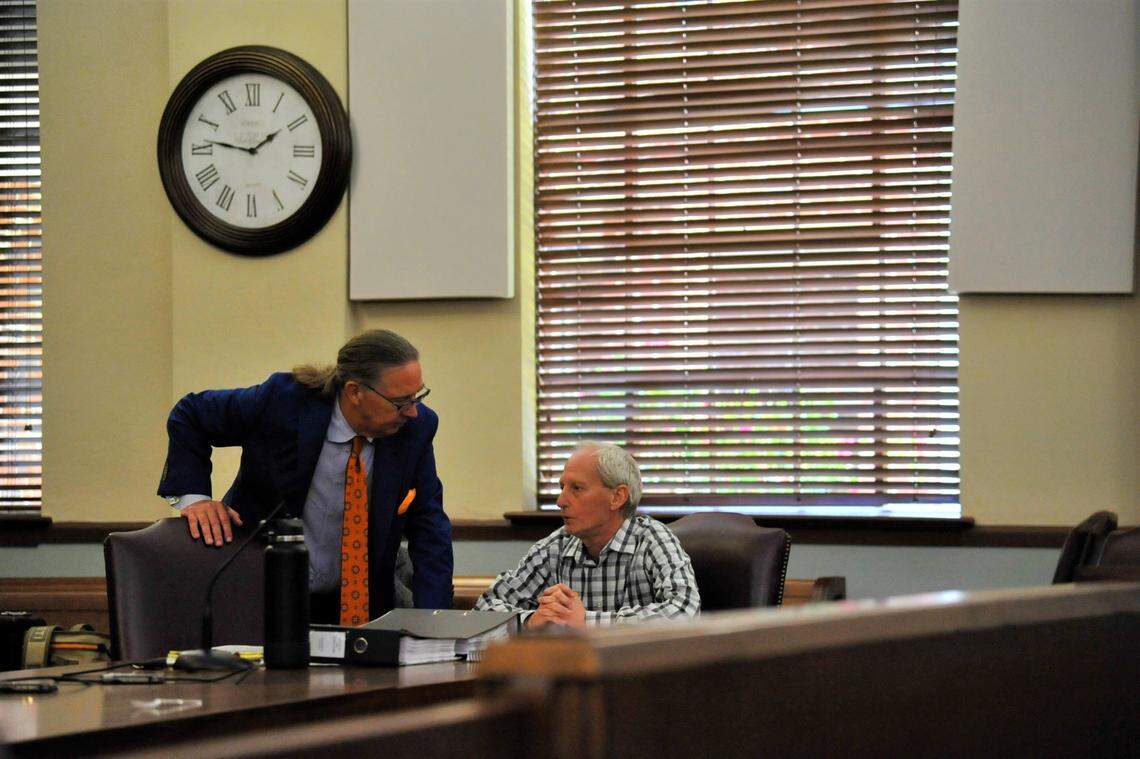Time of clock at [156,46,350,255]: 1:46
